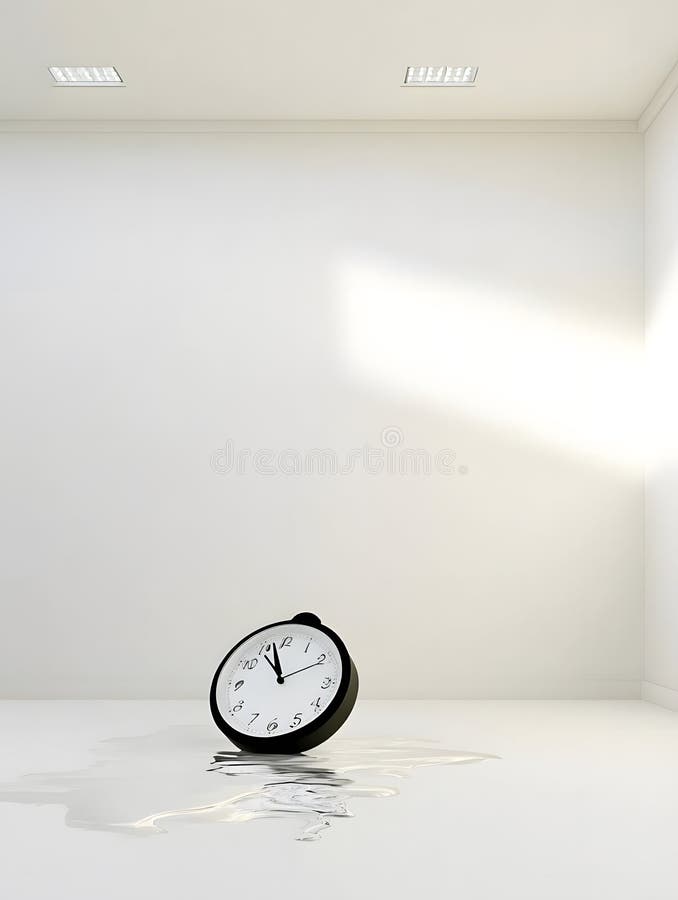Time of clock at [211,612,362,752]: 10:57
